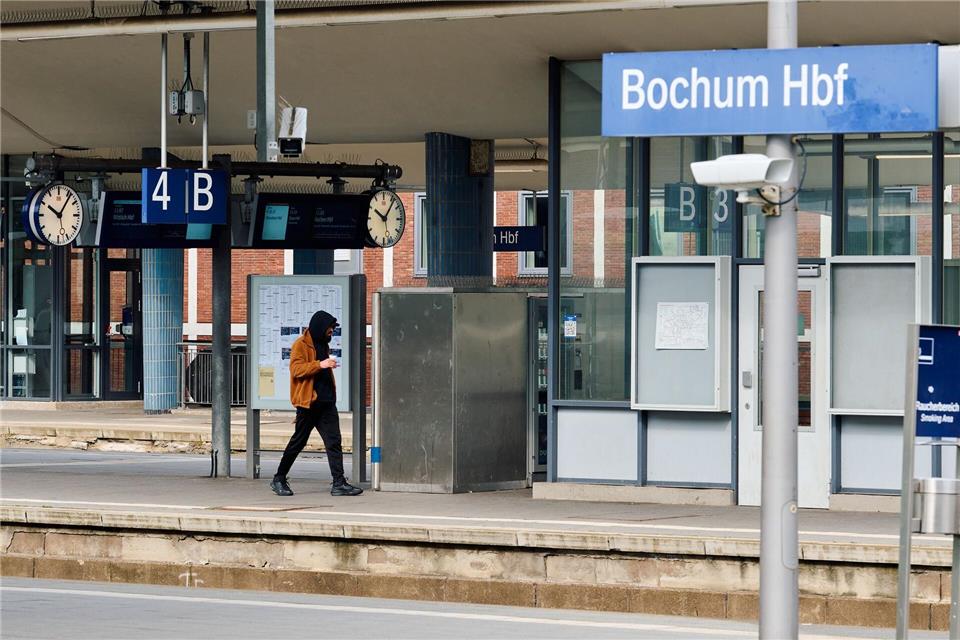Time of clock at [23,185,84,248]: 10:06
